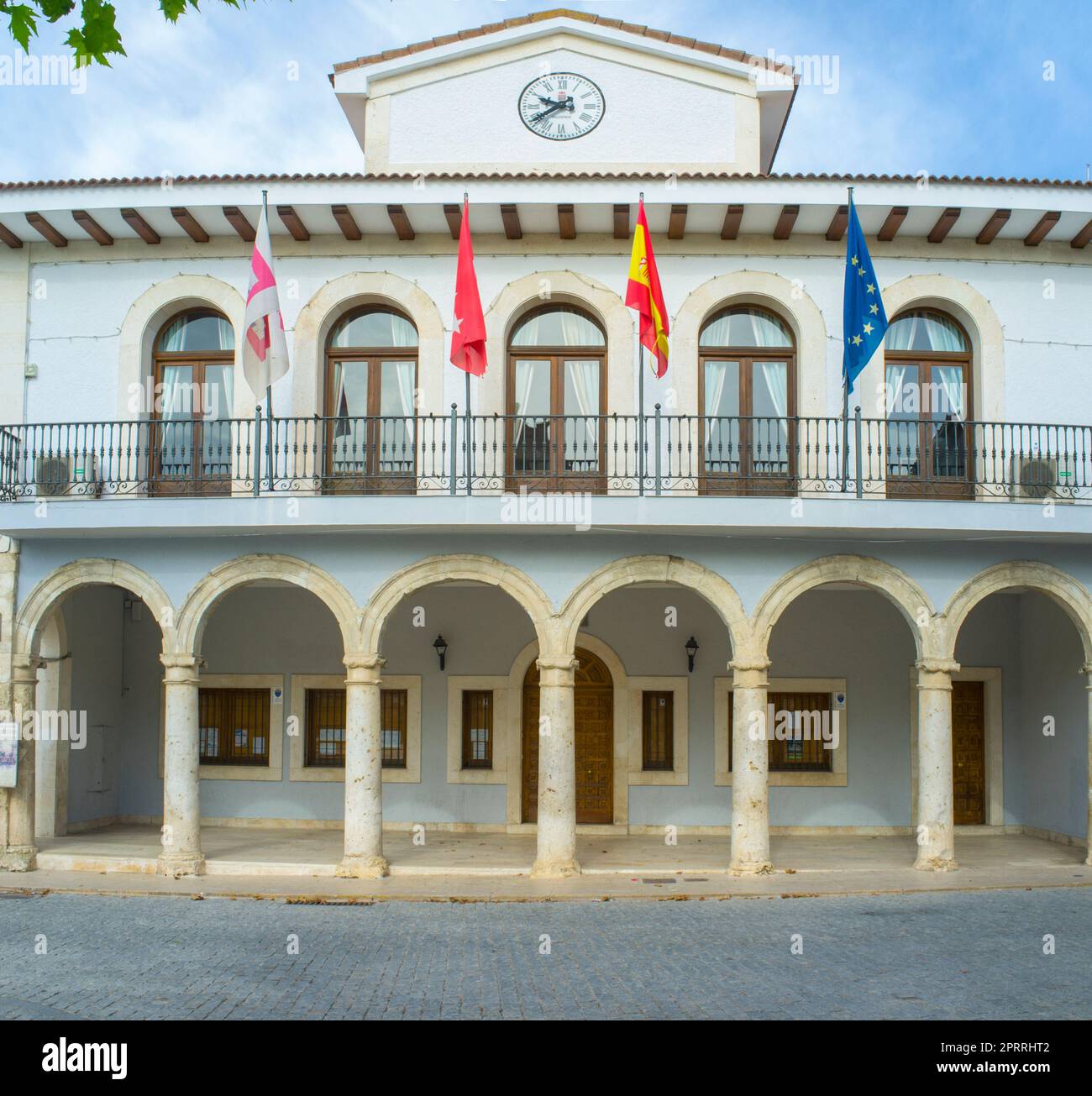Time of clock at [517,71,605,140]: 9:39
